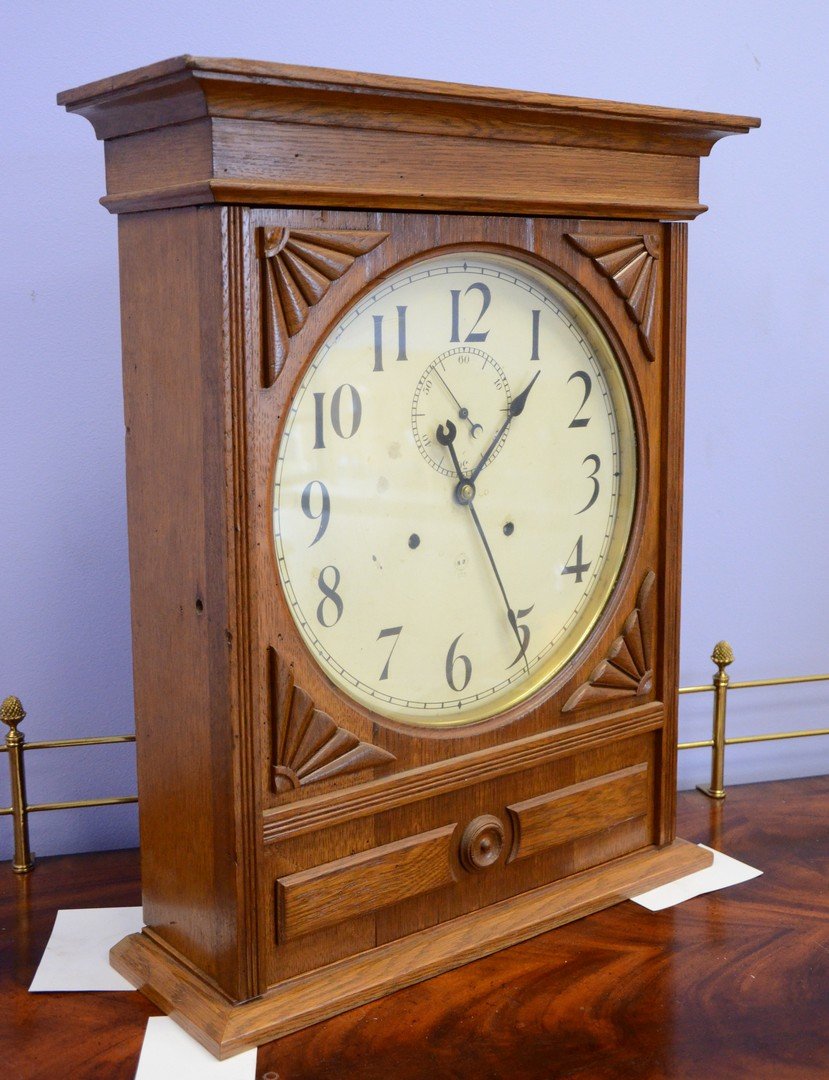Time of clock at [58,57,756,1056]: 1:25
